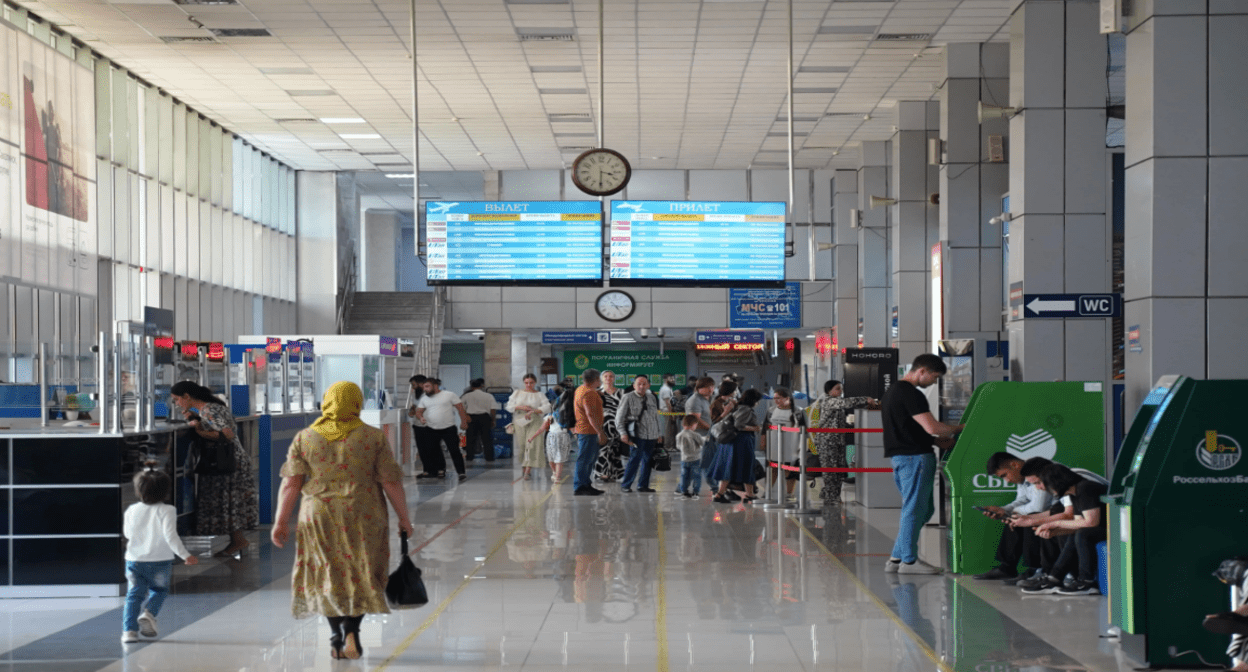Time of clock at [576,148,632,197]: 3:30
